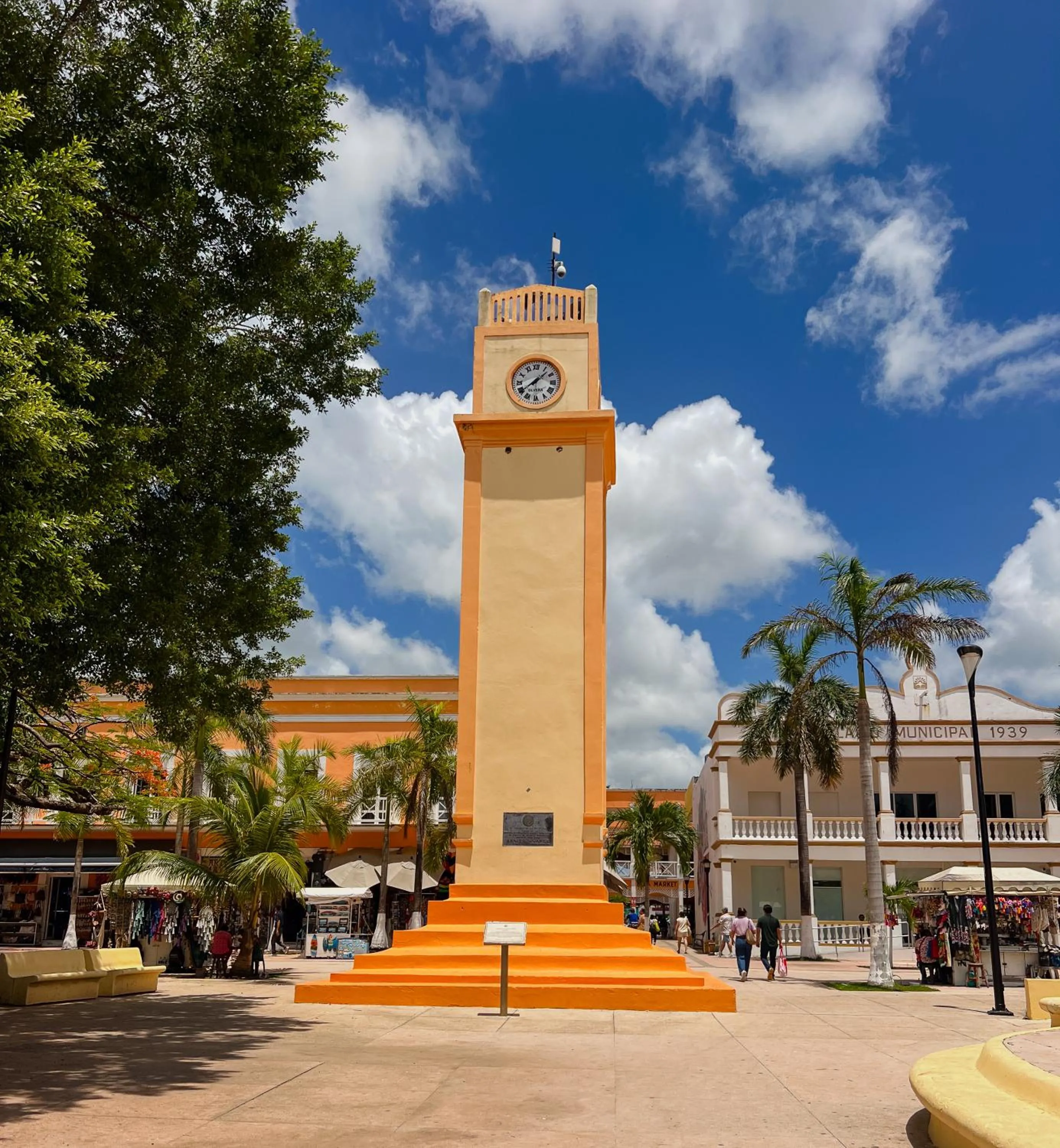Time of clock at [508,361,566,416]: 1:38
